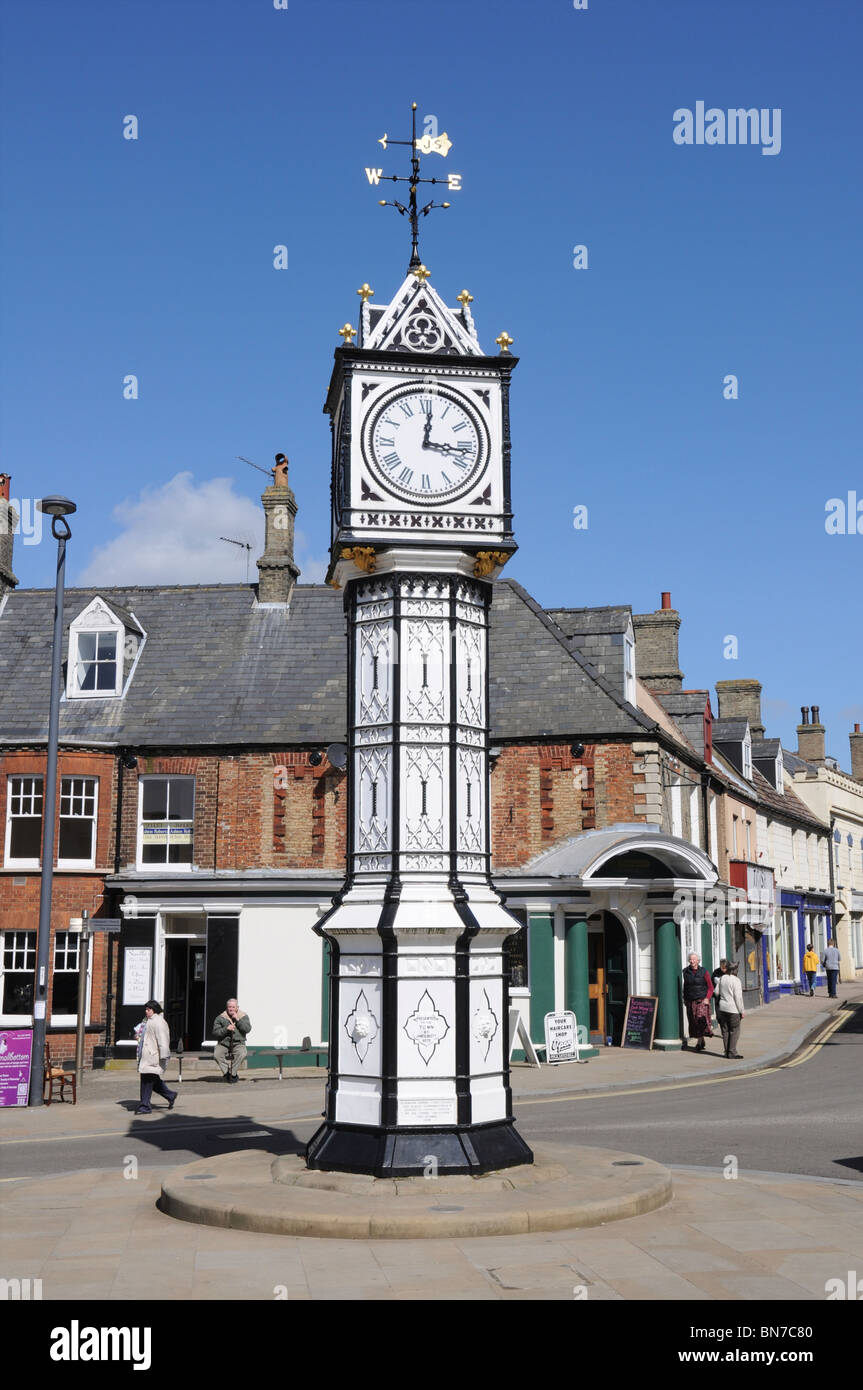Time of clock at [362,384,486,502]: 12:16
